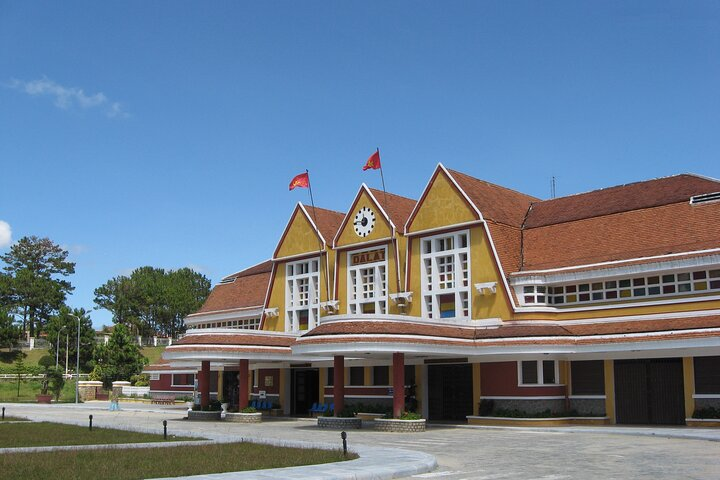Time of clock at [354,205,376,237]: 11:46
